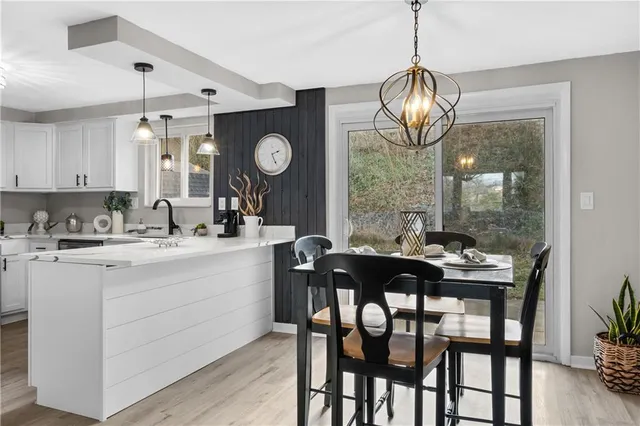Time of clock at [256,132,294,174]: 2:25
